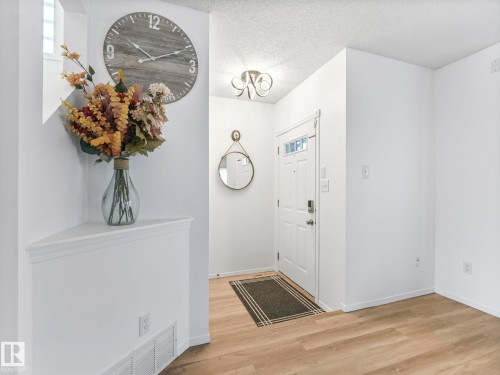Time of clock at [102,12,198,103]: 10:11
